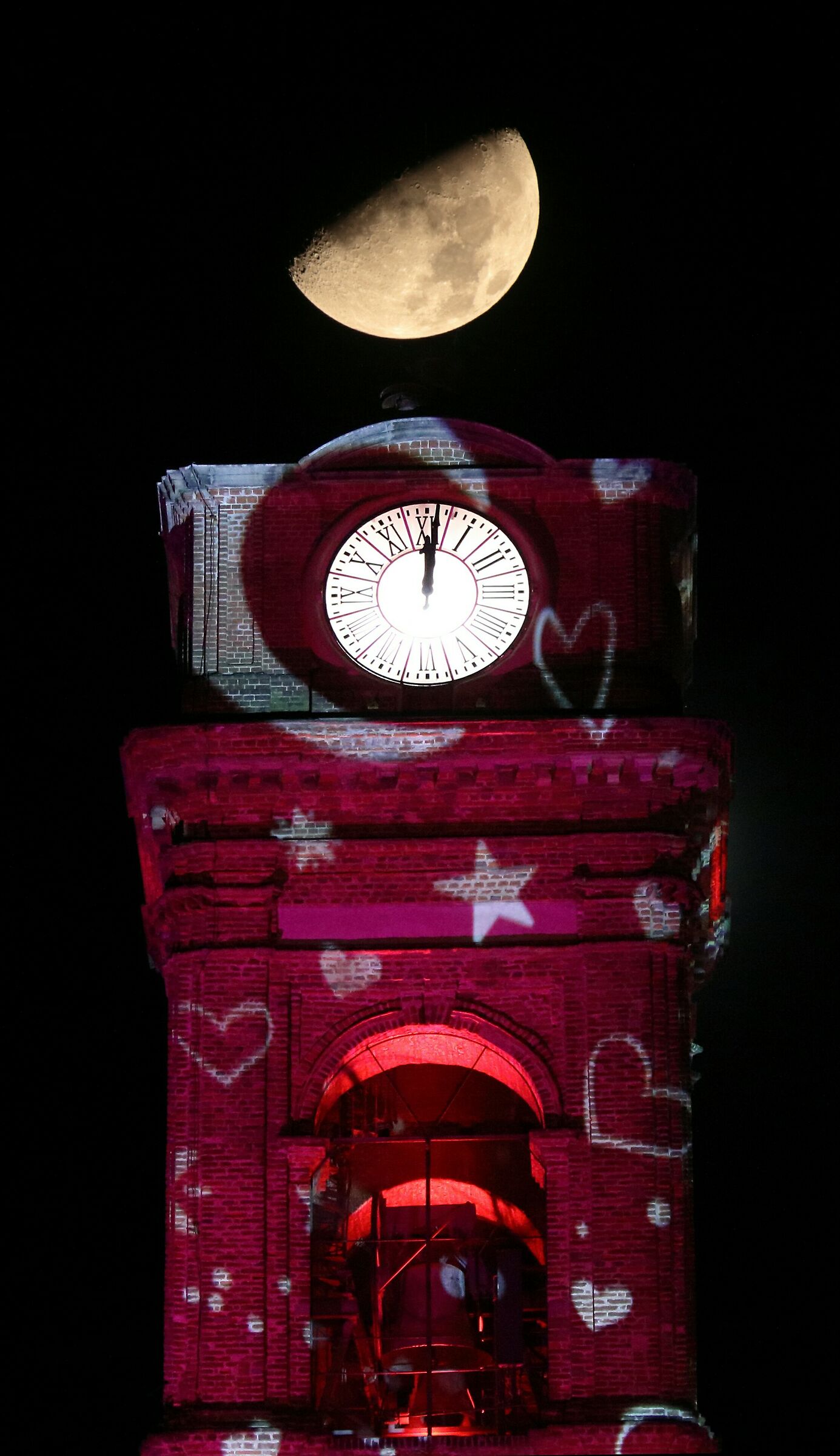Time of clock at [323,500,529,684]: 12:01
